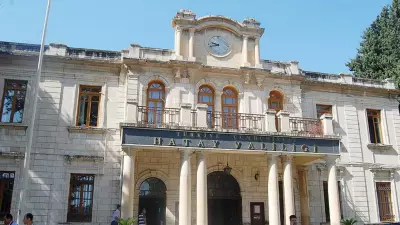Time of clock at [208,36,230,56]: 9:42
